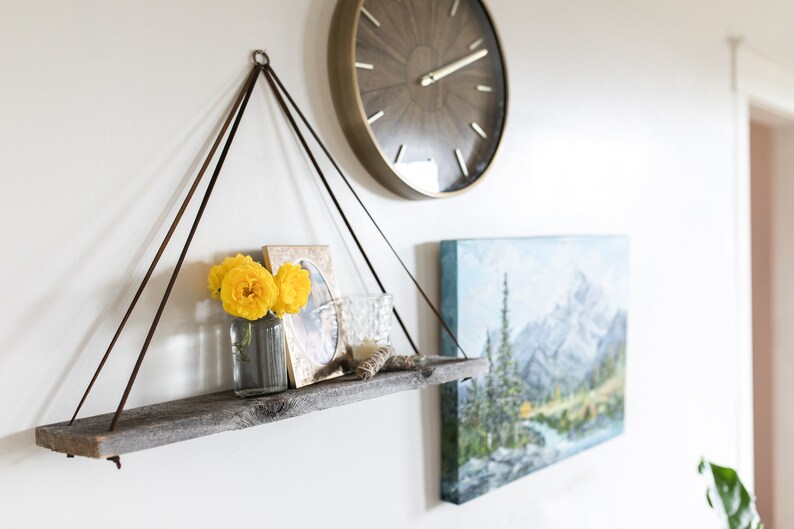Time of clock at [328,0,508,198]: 2:11
